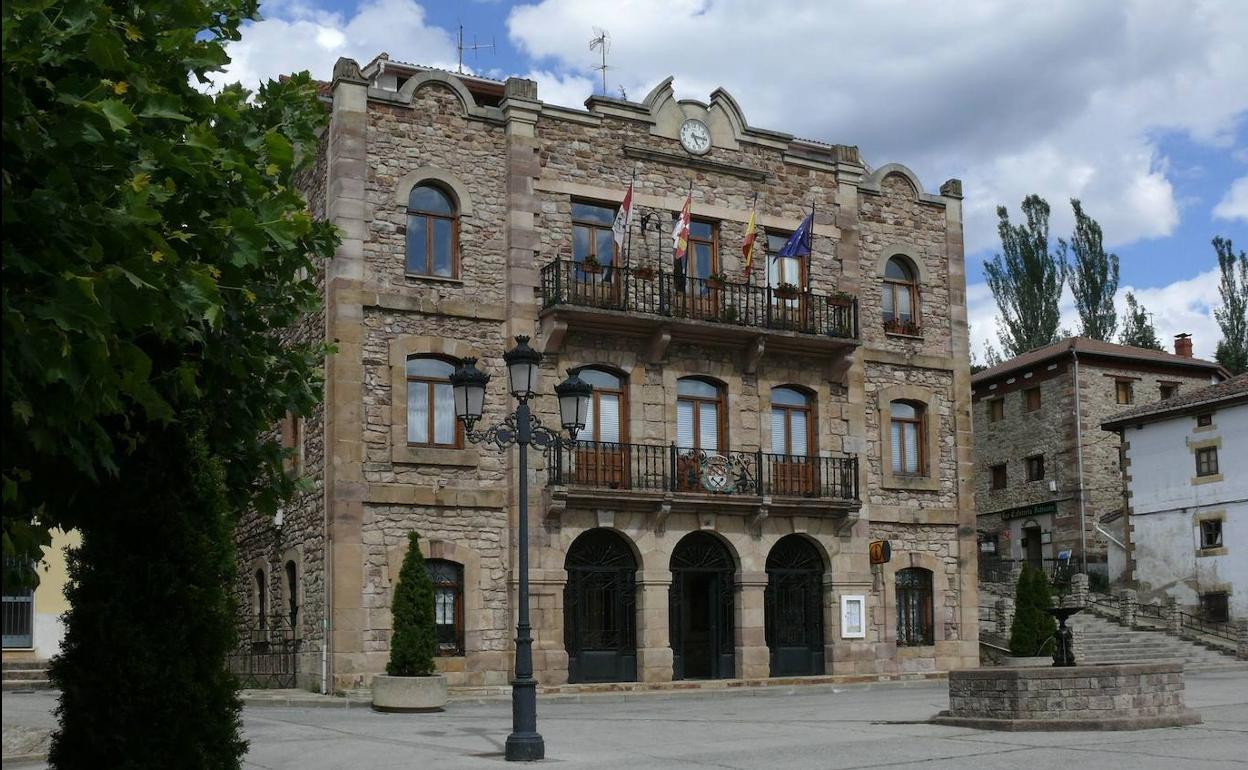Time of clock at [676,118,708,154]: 5:15
